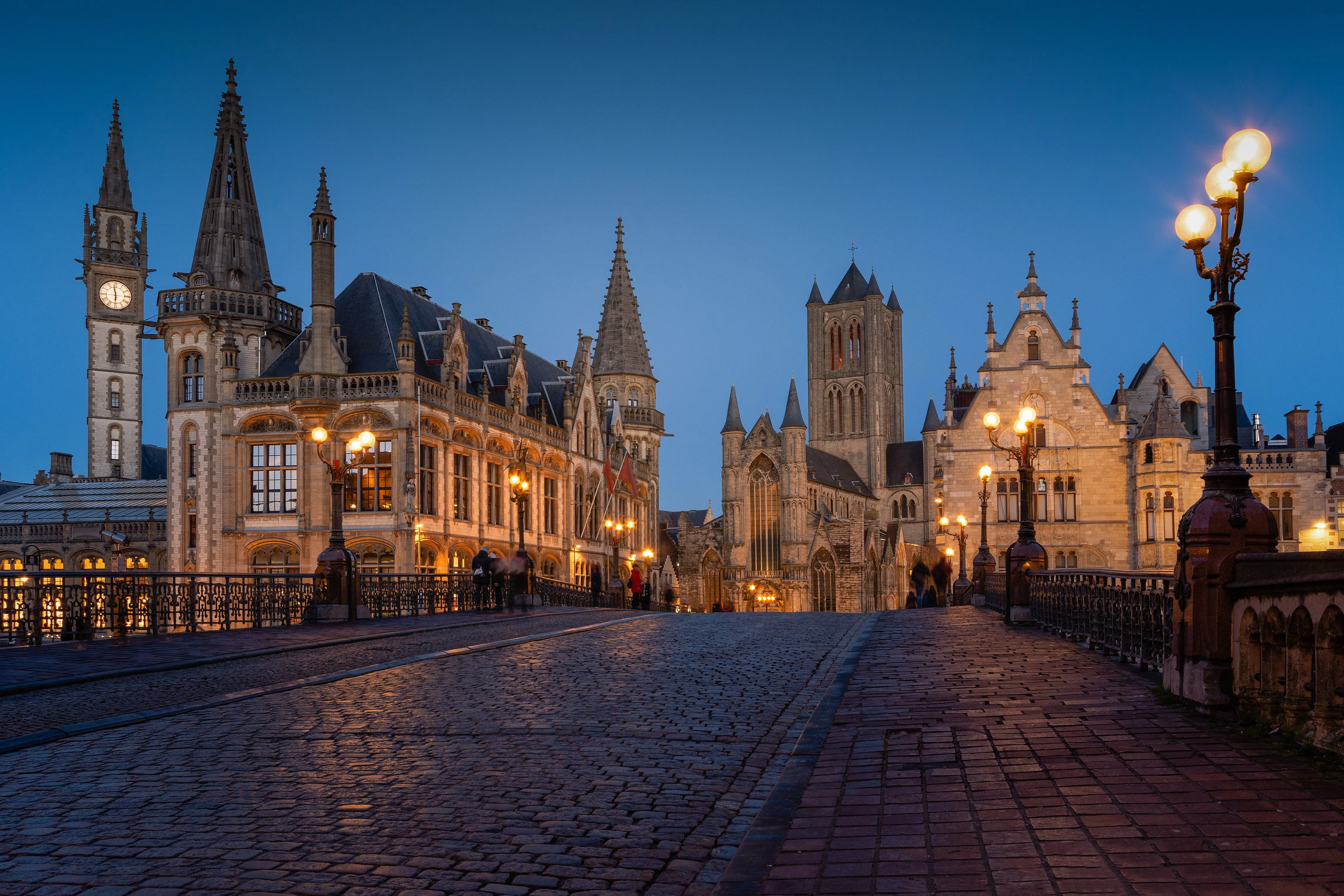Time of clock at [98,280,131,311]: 5:58
